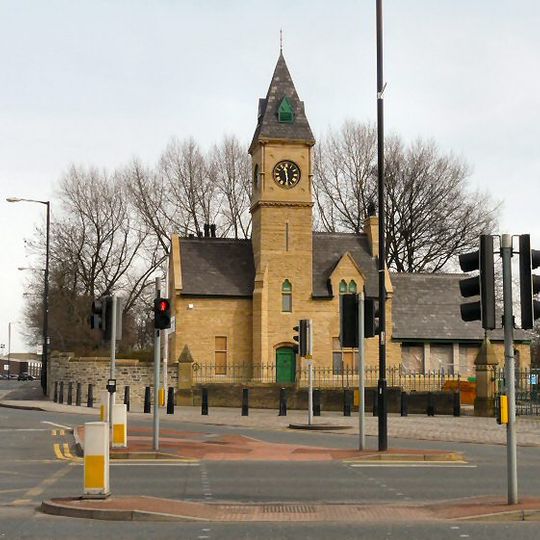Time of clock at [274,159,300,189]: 11:28
